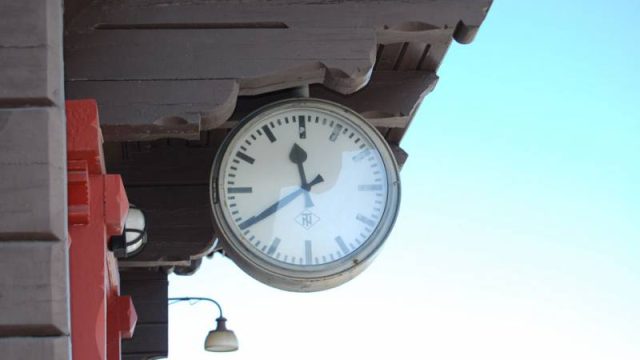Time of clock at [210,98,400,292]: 11:39
